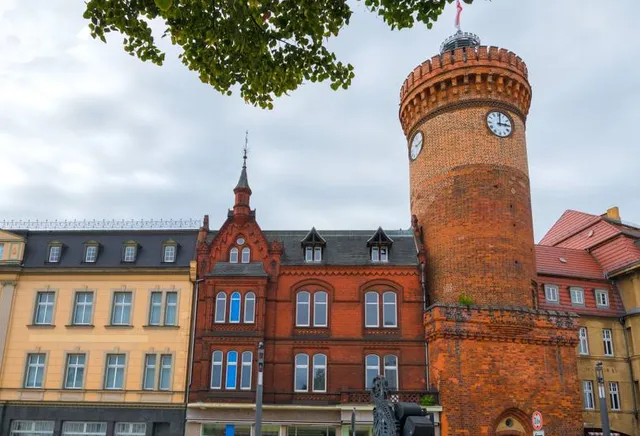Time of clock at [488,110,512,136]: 3:01
